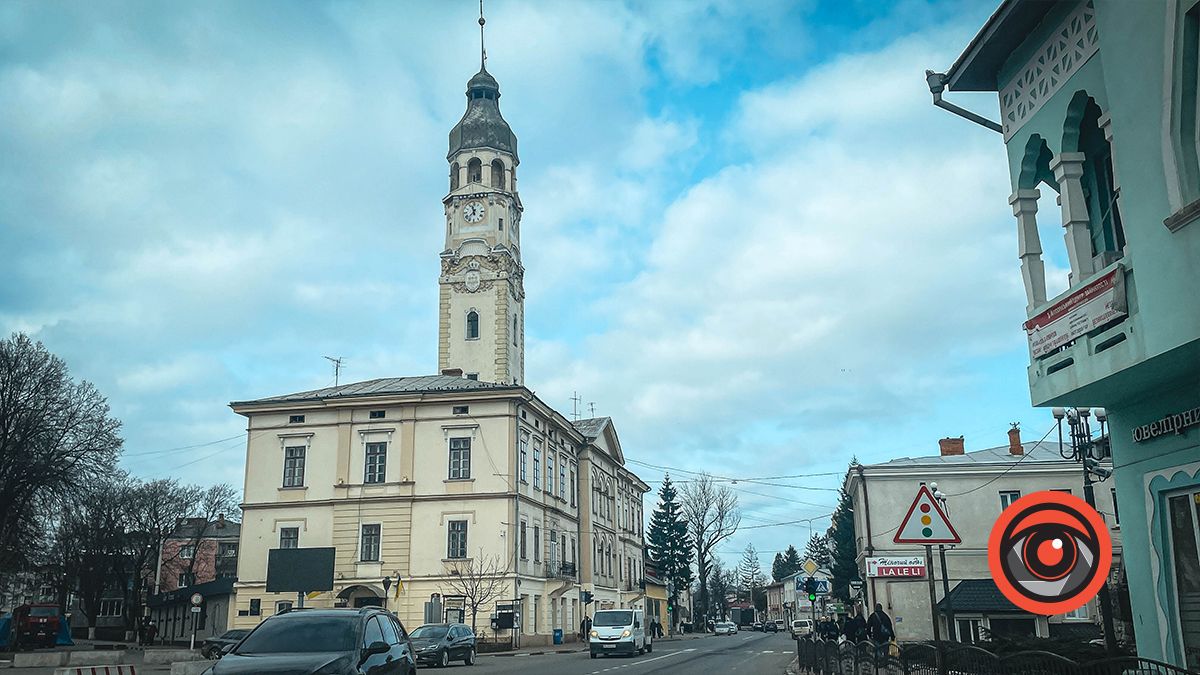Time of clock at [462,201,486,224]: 11:37
